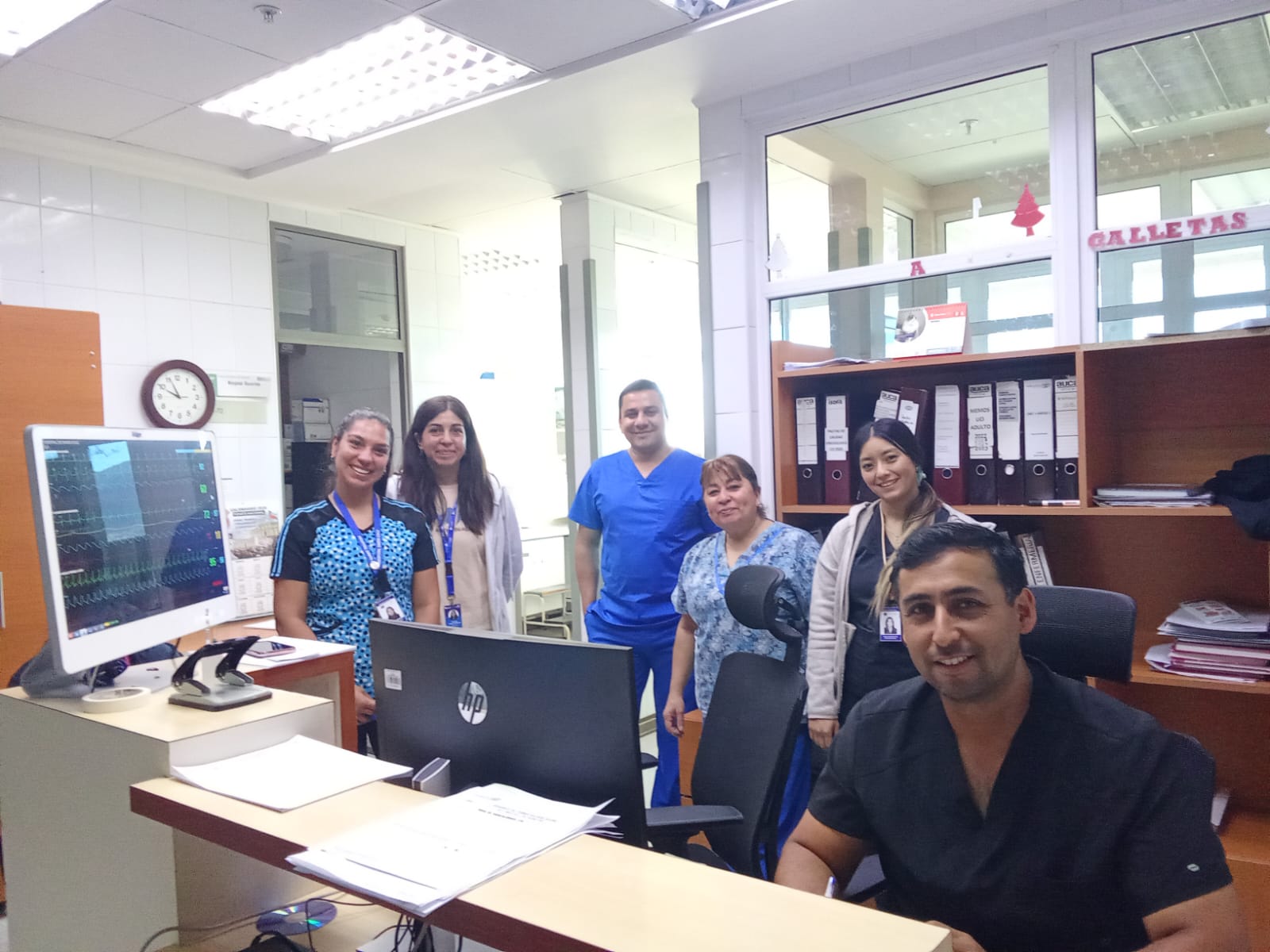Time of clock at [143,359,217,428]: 9:56
